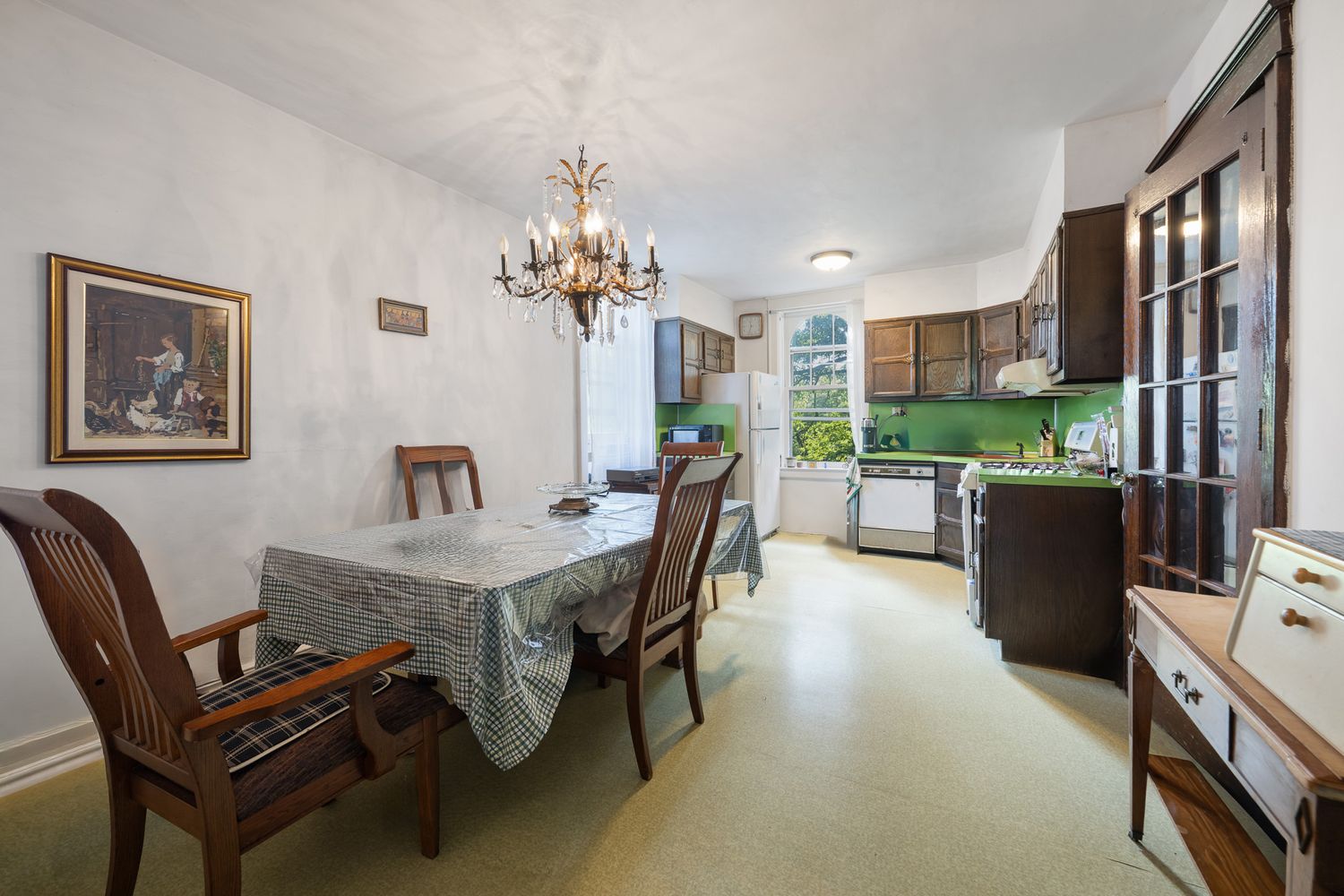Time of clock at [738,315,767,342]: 11:32
